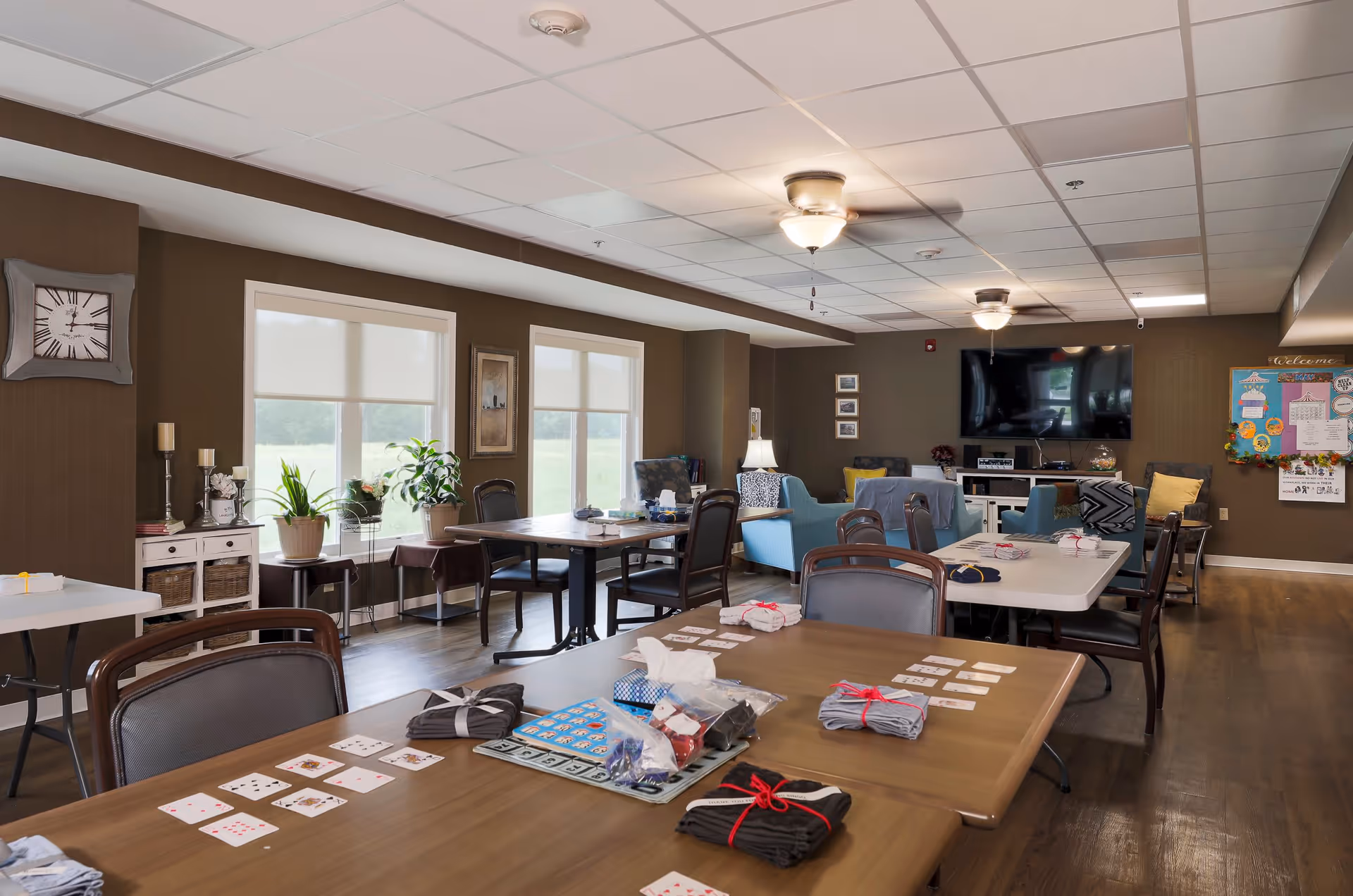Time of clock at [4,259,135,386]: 12:13
